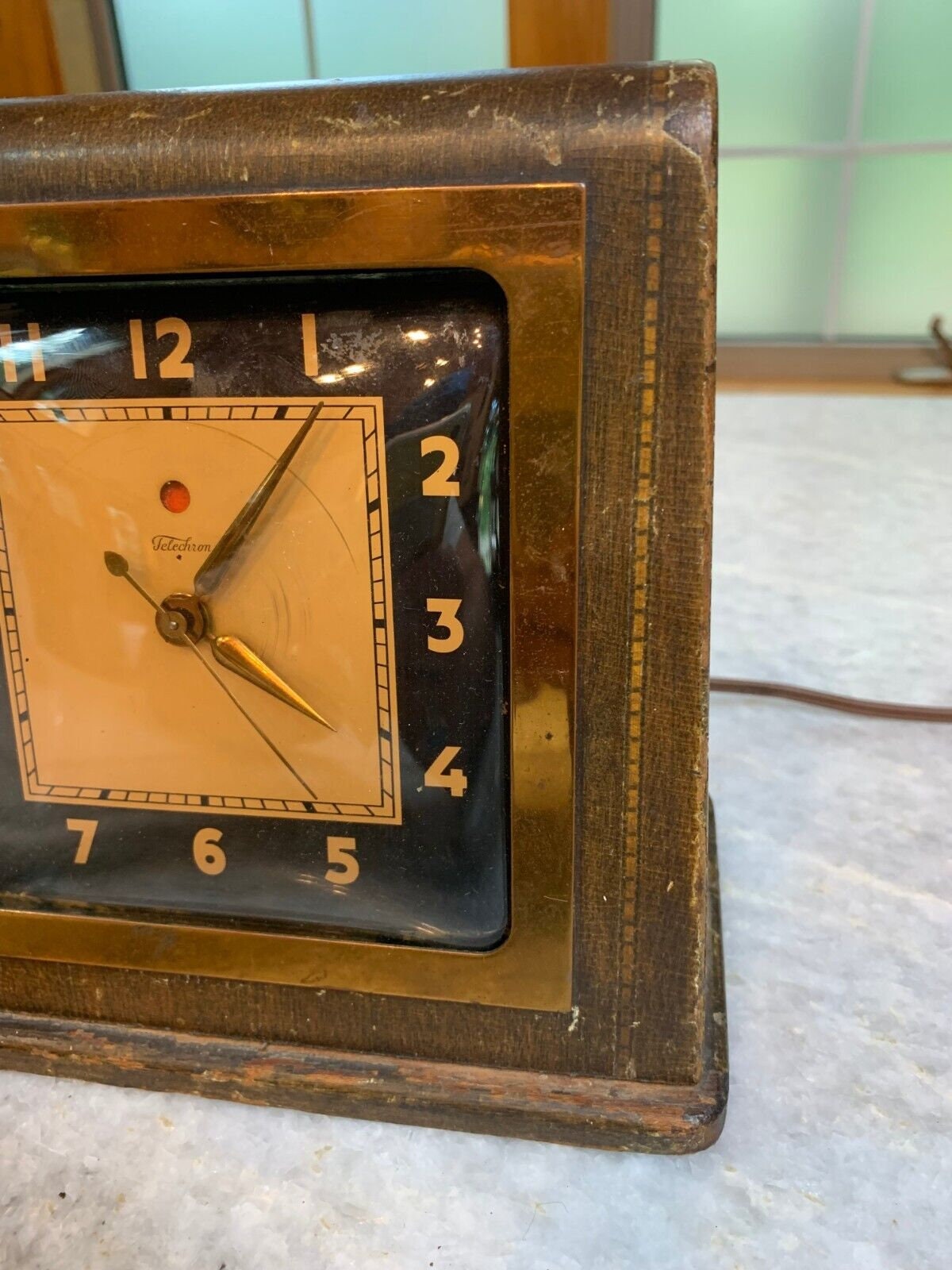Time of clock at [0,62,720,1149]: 4:06
